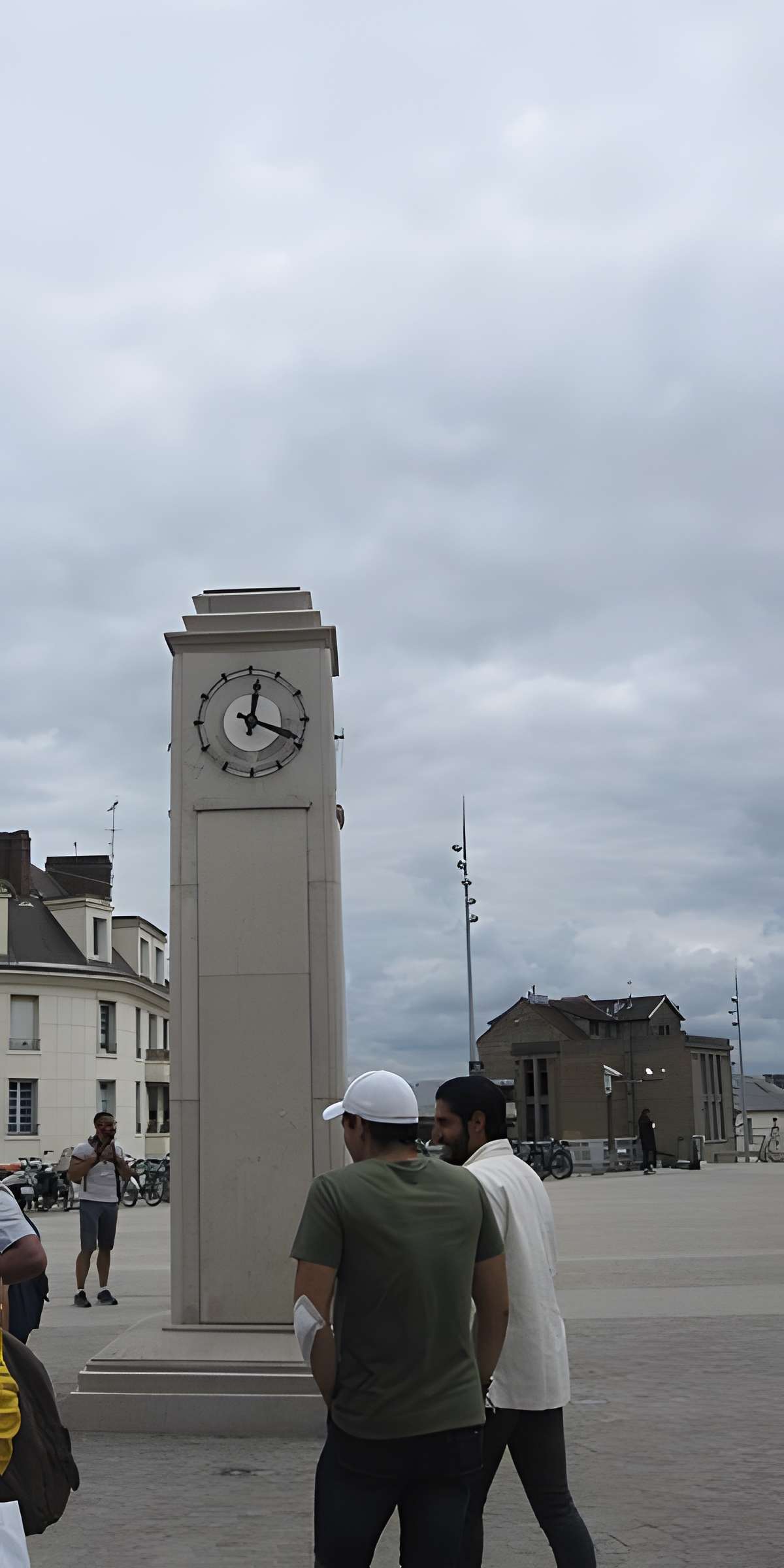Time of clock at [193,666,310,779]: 12:18
